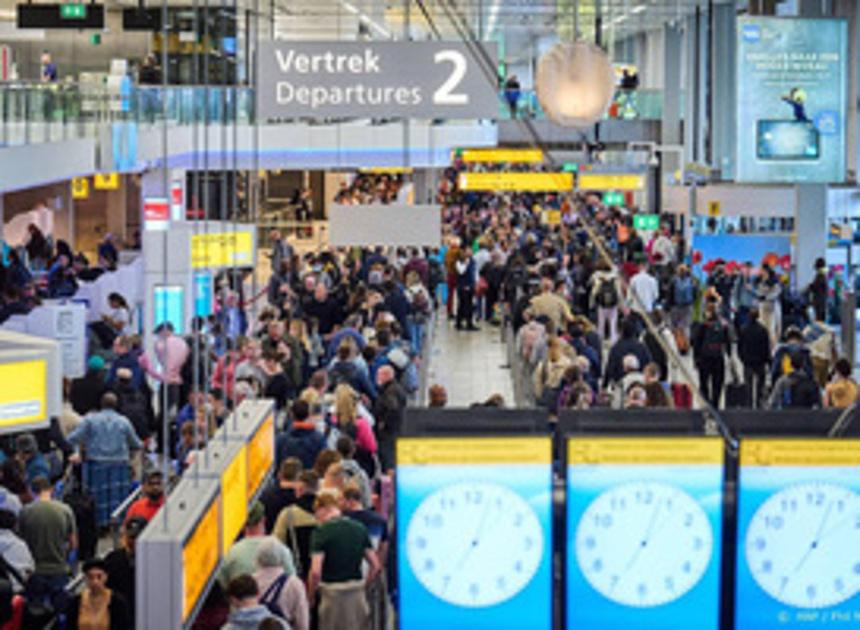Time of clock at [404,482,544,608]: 7:03
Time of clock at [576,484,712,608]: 7:03
